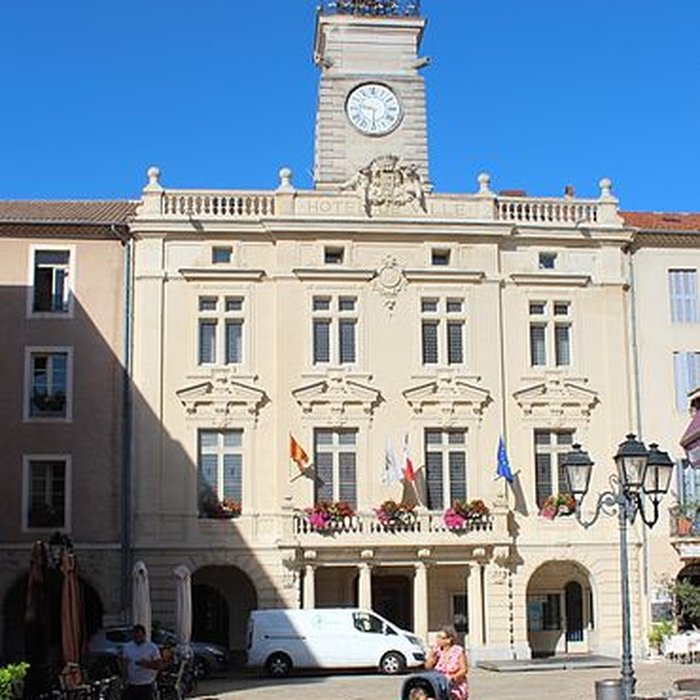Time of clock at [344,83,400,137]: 9:30
